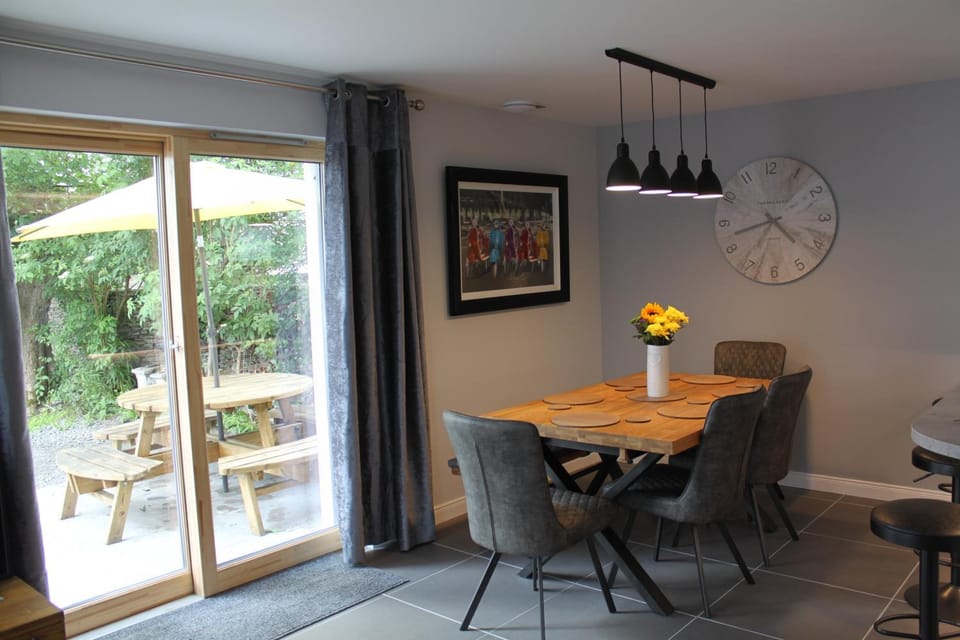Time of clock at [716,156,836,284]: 4:42
